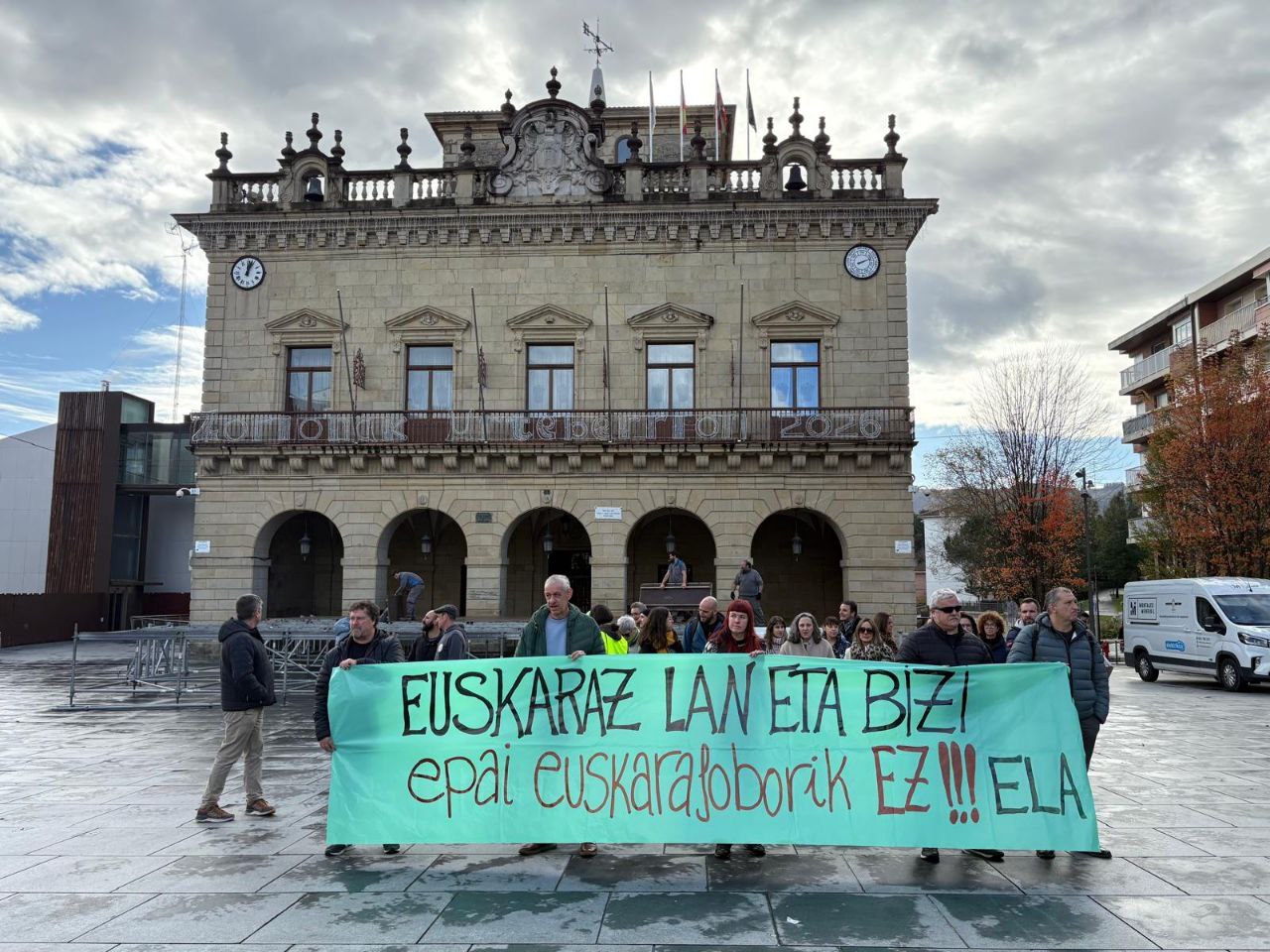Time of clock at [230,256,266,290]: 12:03
